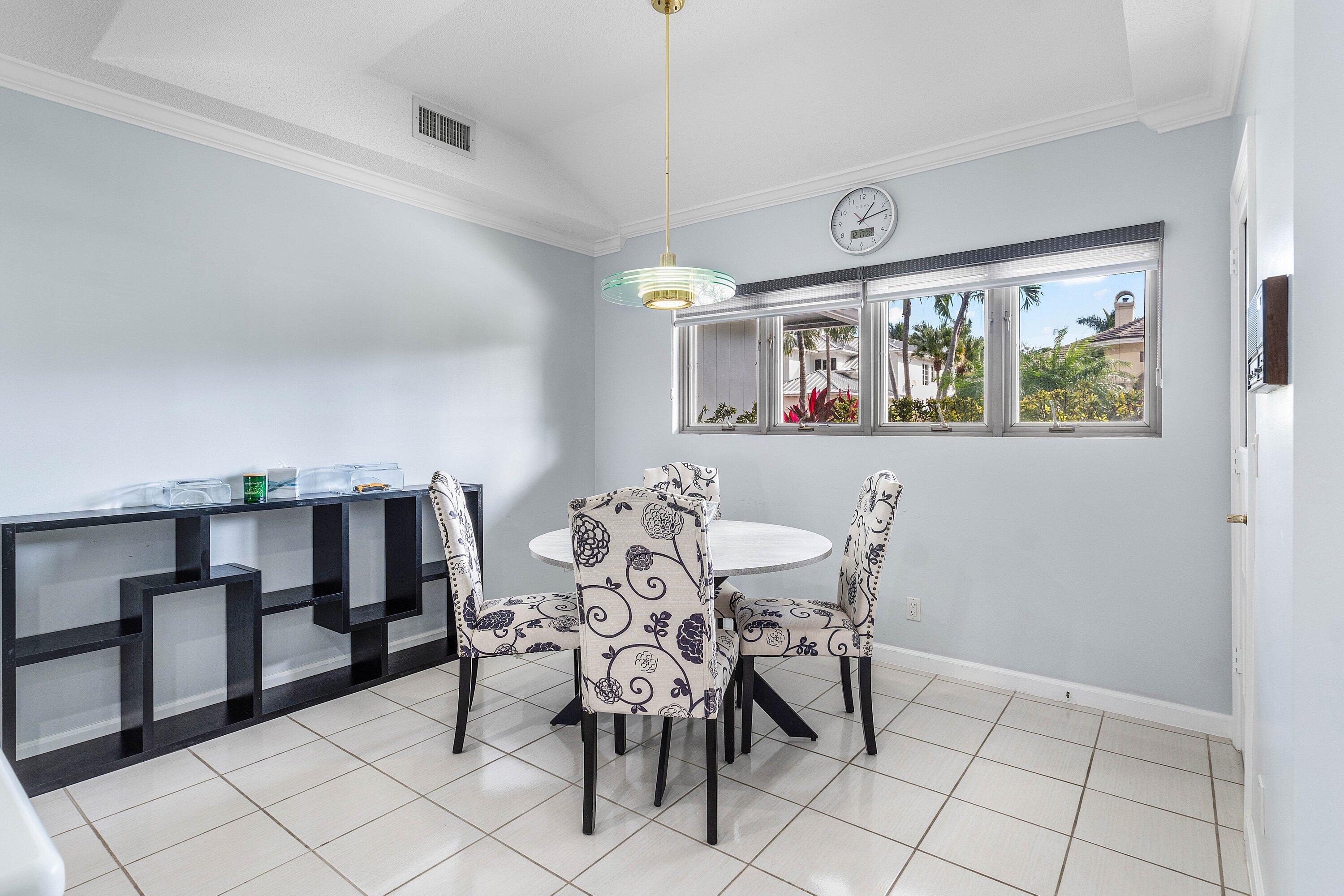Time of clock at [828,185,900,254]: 1:12
